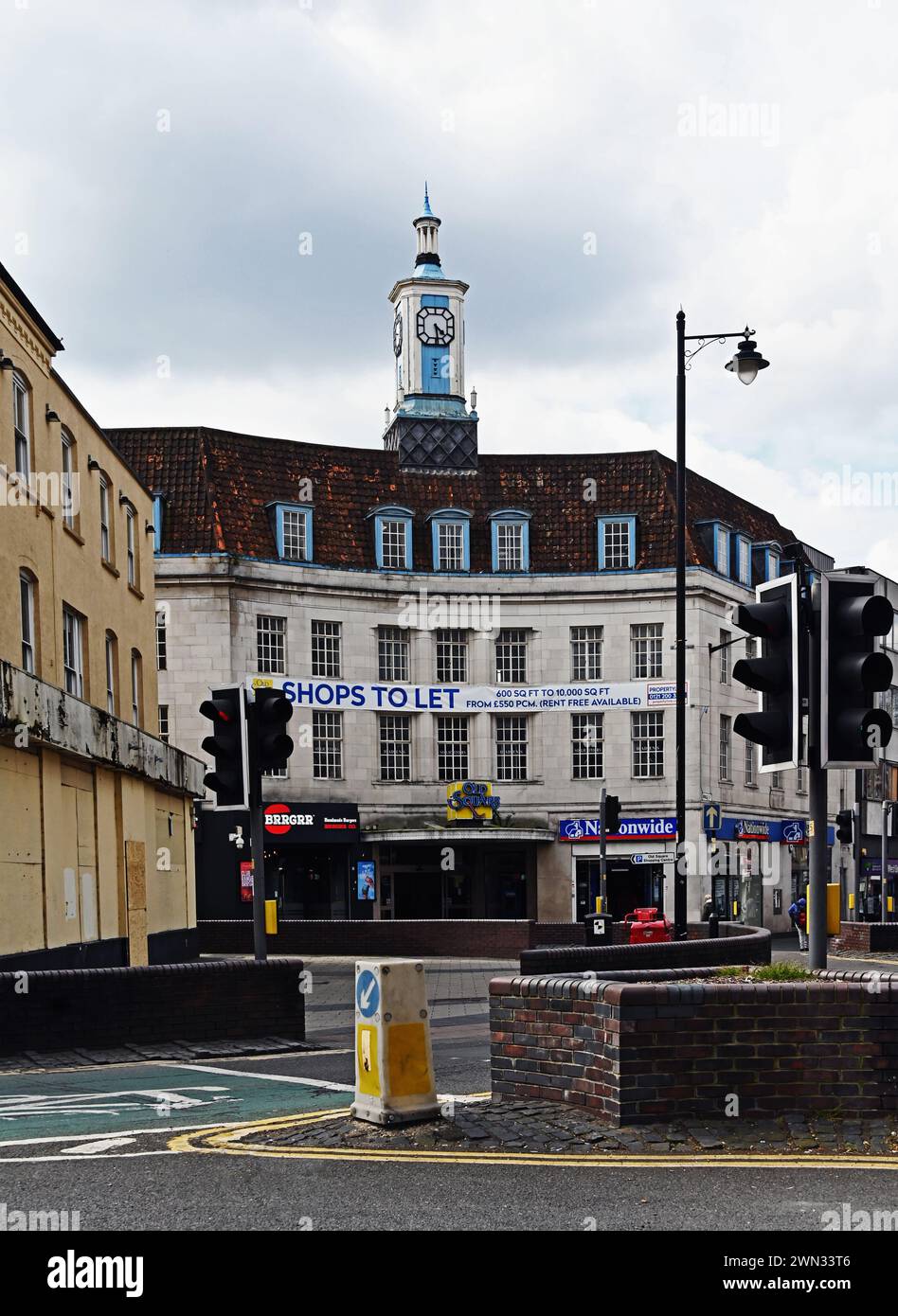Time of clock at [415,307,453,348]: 4:28
